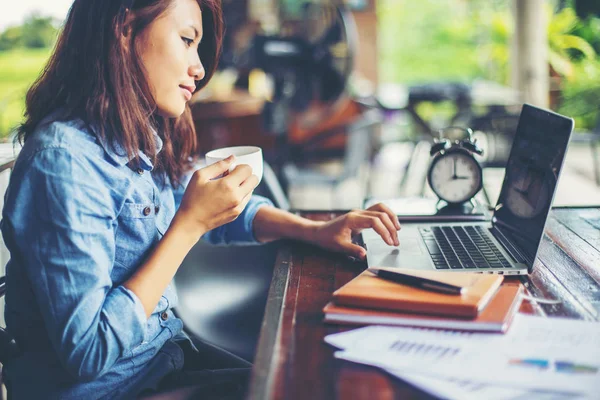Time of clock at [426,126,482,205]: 3:00
